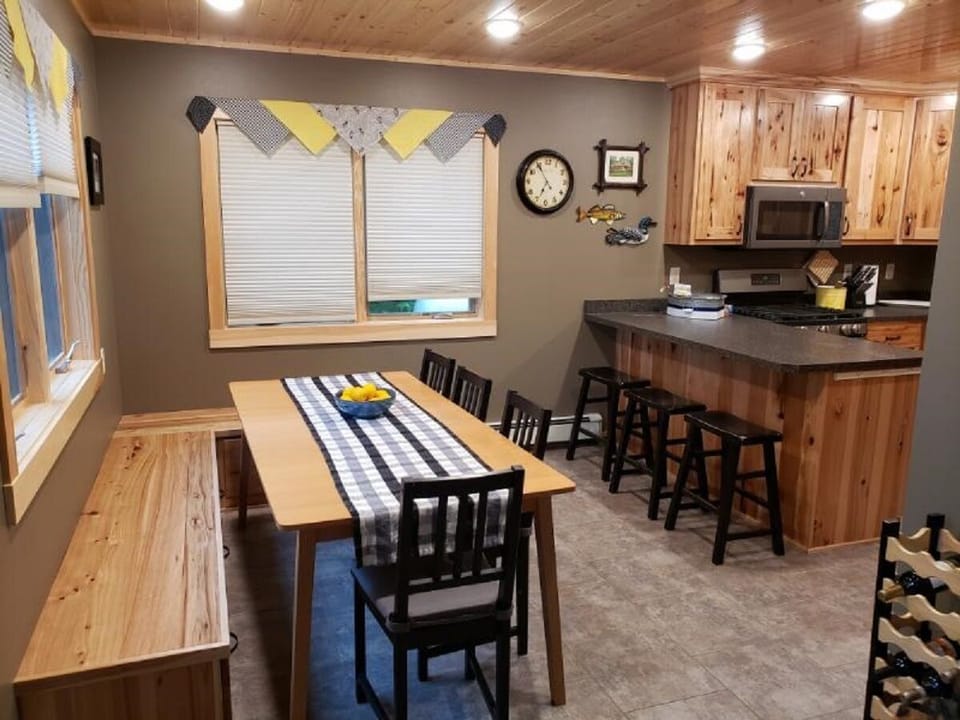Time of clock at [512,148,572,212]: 6:54
